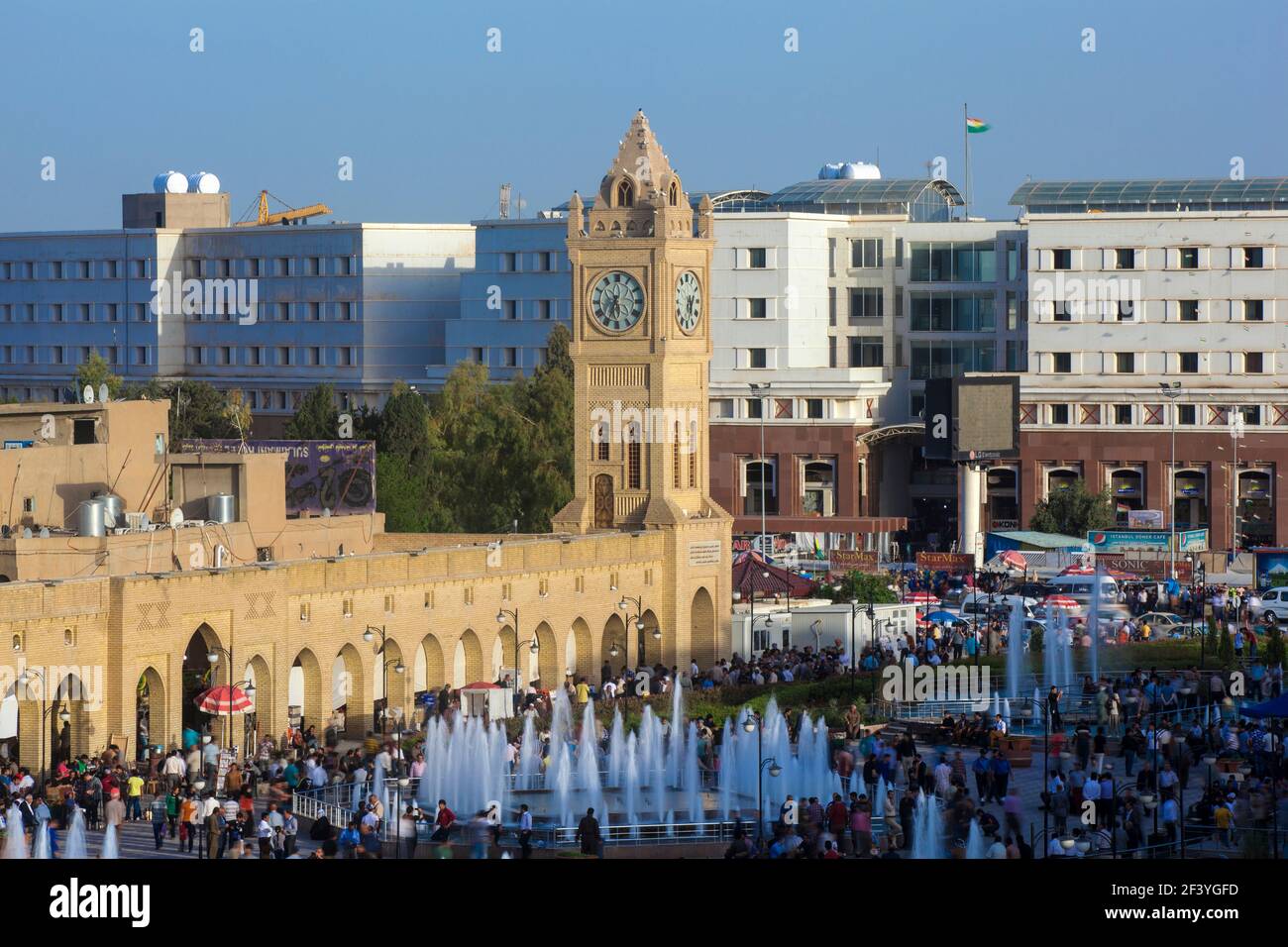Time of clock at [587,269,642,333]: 5:34
